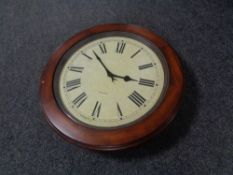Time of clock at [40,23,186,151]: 2:52
